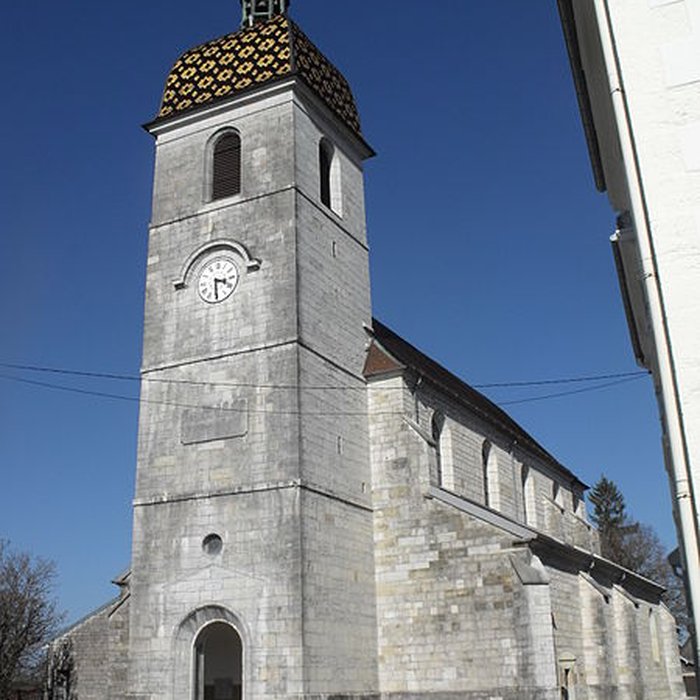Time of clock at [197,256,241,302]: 3:29
